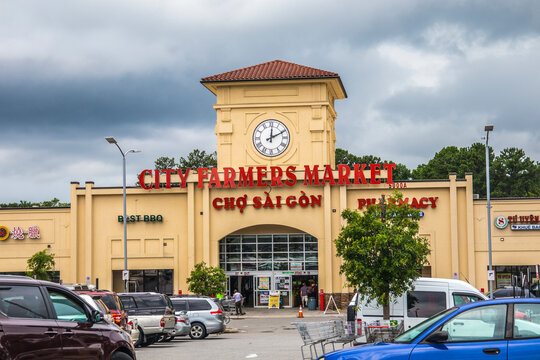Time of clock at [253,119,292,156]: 12:10
